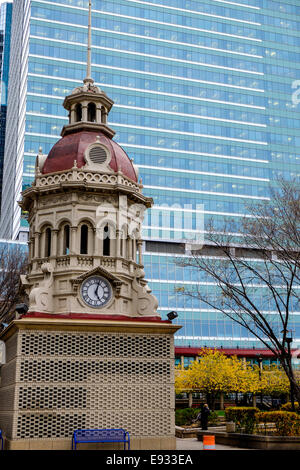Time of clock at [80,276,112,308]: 5:03
